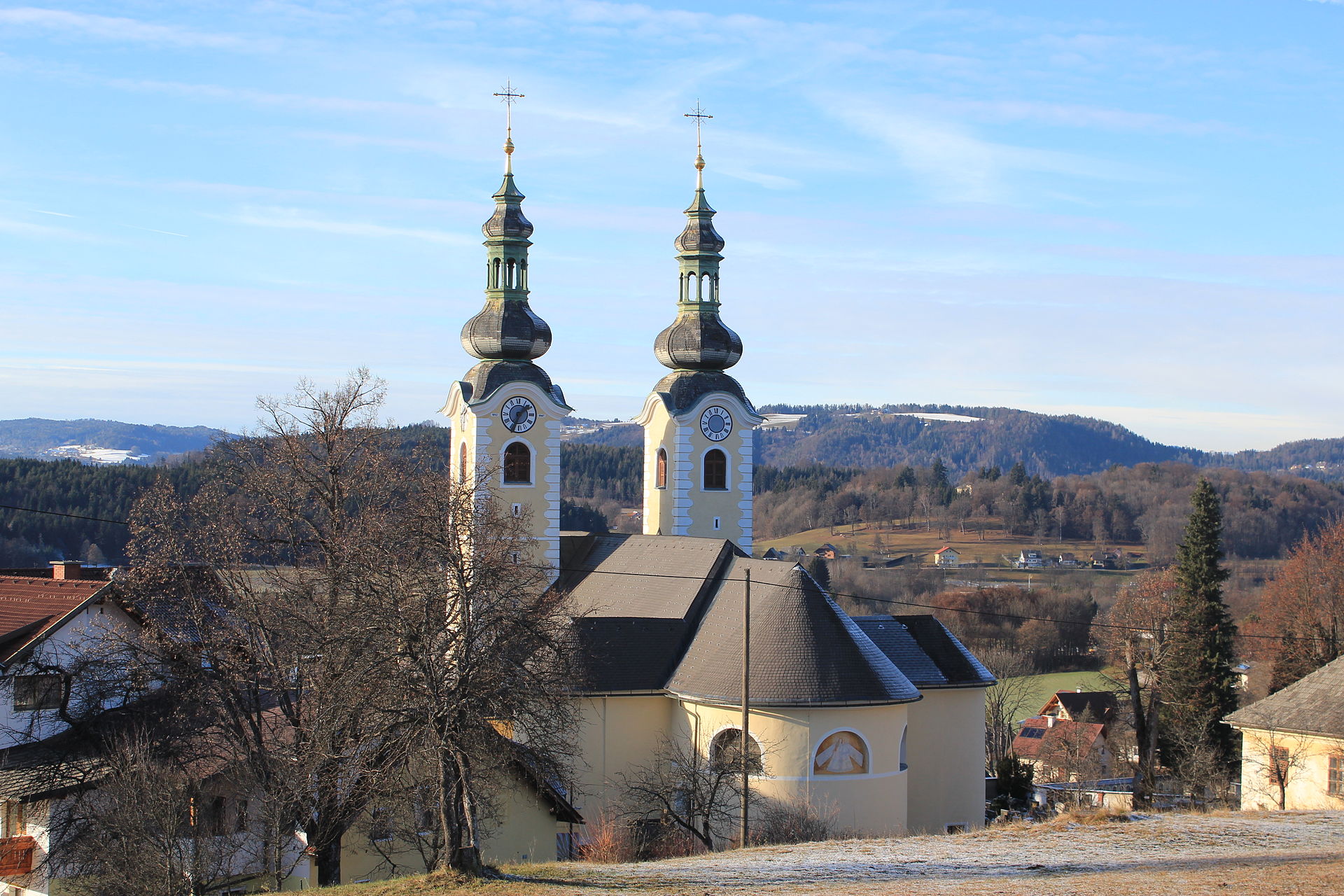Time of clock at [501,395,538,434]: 1:34
